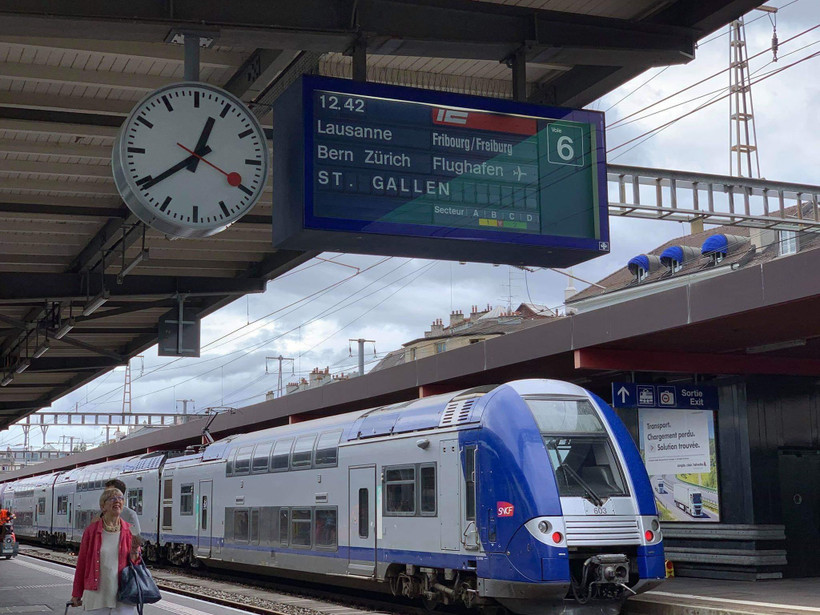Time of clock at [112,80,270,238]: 12:39
